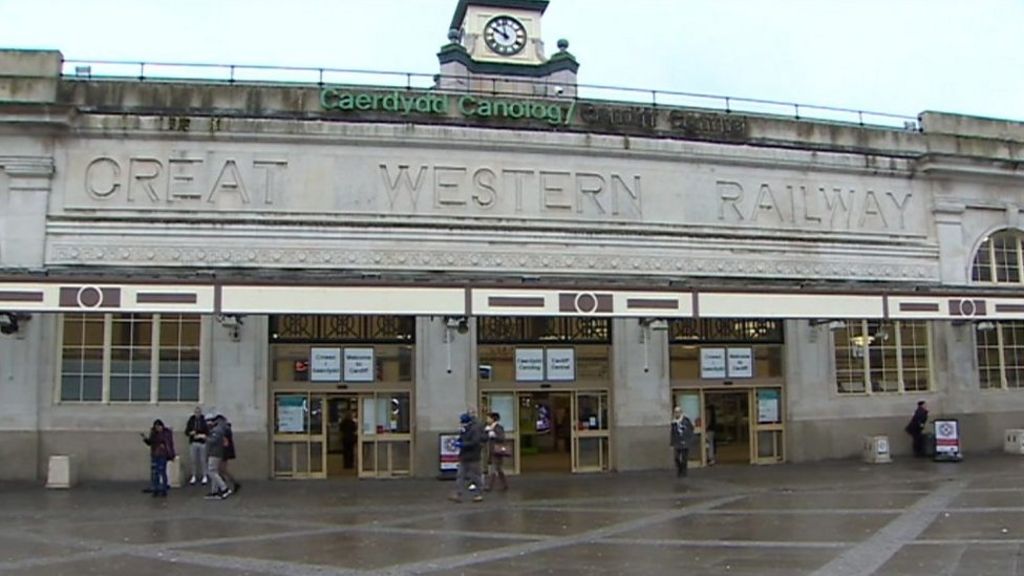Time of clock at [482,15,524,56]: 9:58
